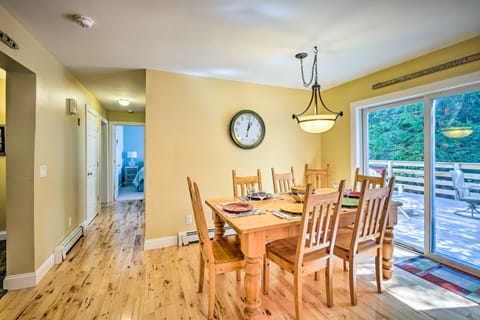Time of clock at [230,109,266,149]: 1:02
